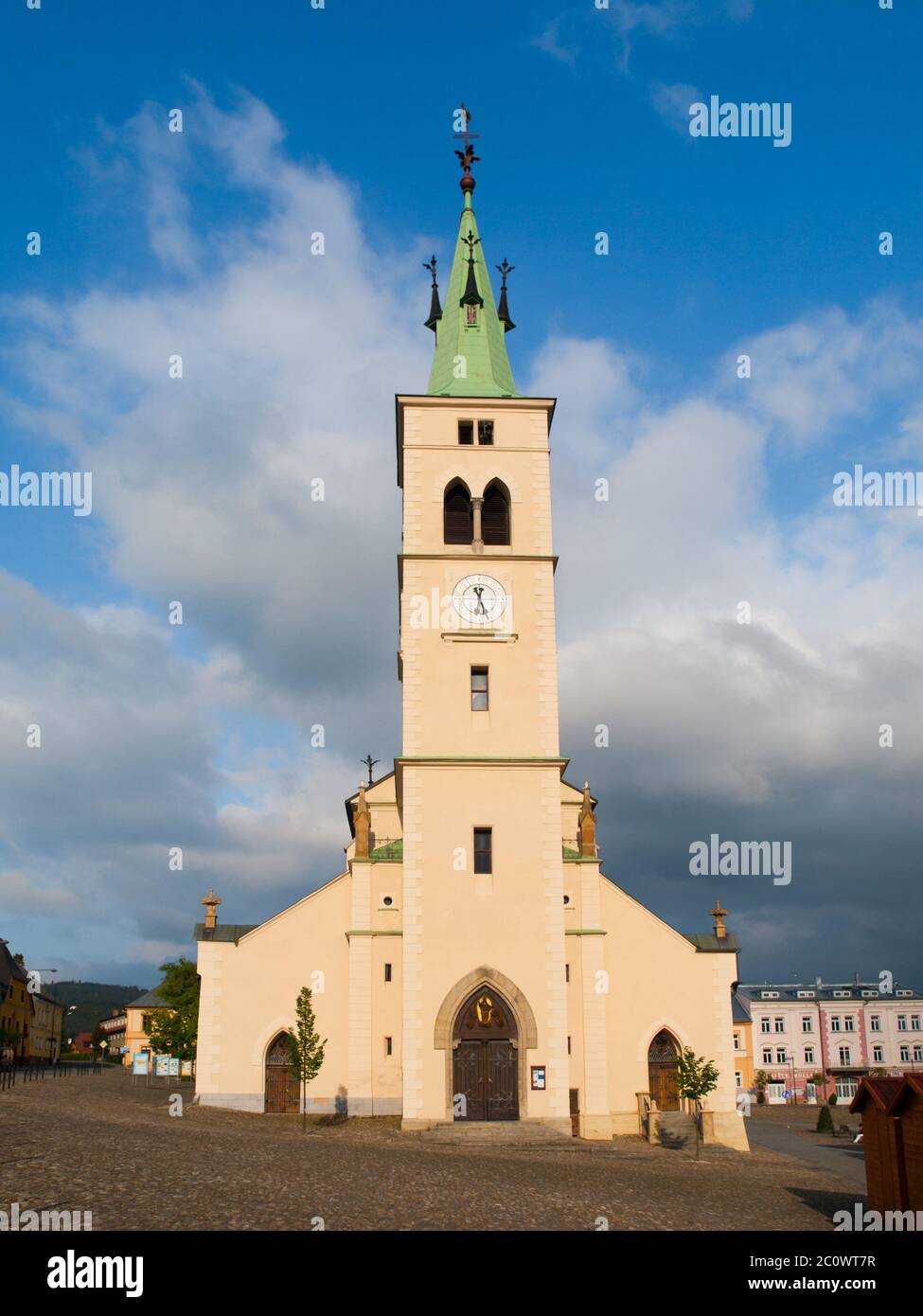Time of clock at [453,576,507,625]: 12:26
